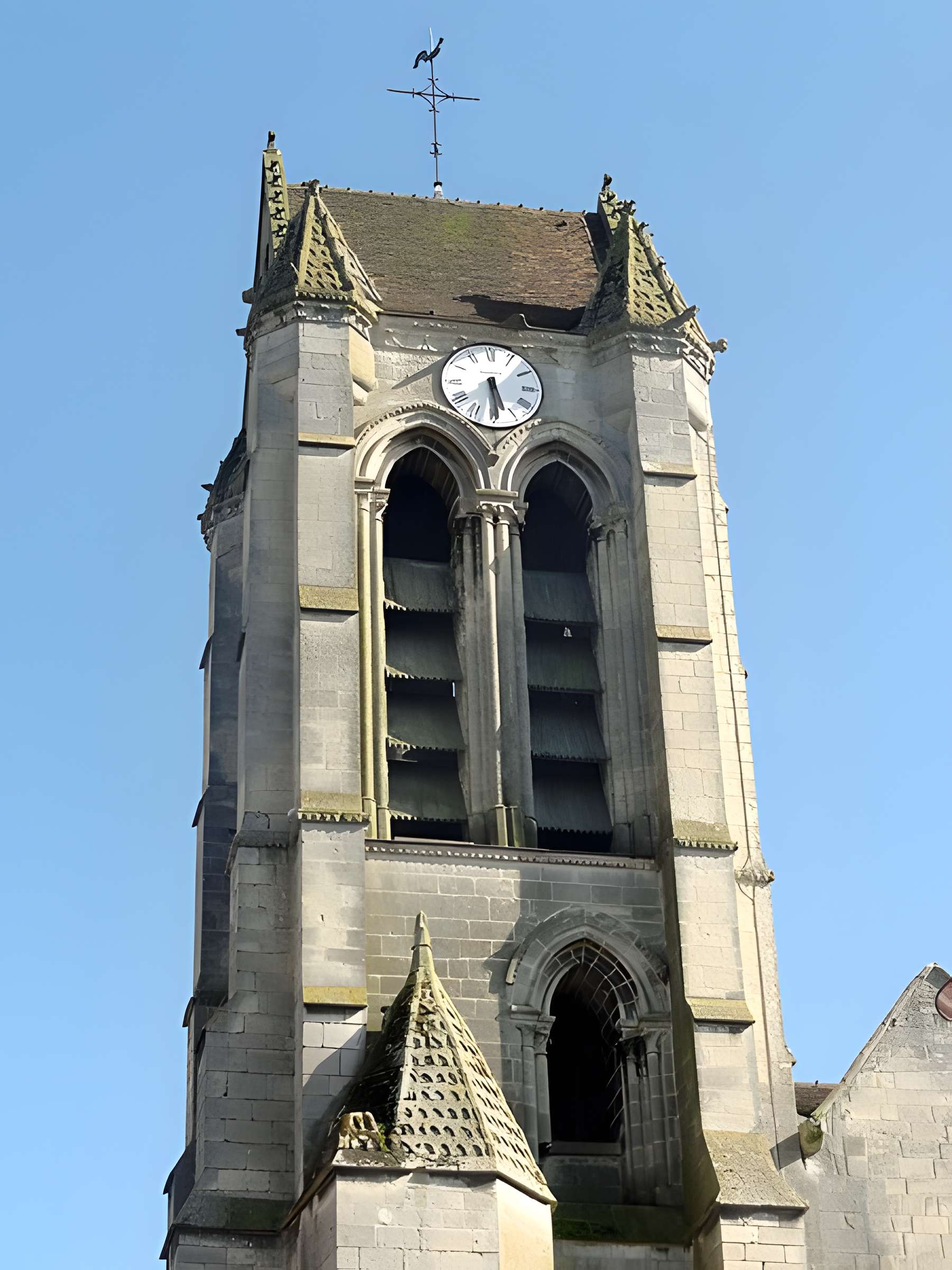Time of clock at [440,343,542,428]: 5:29
